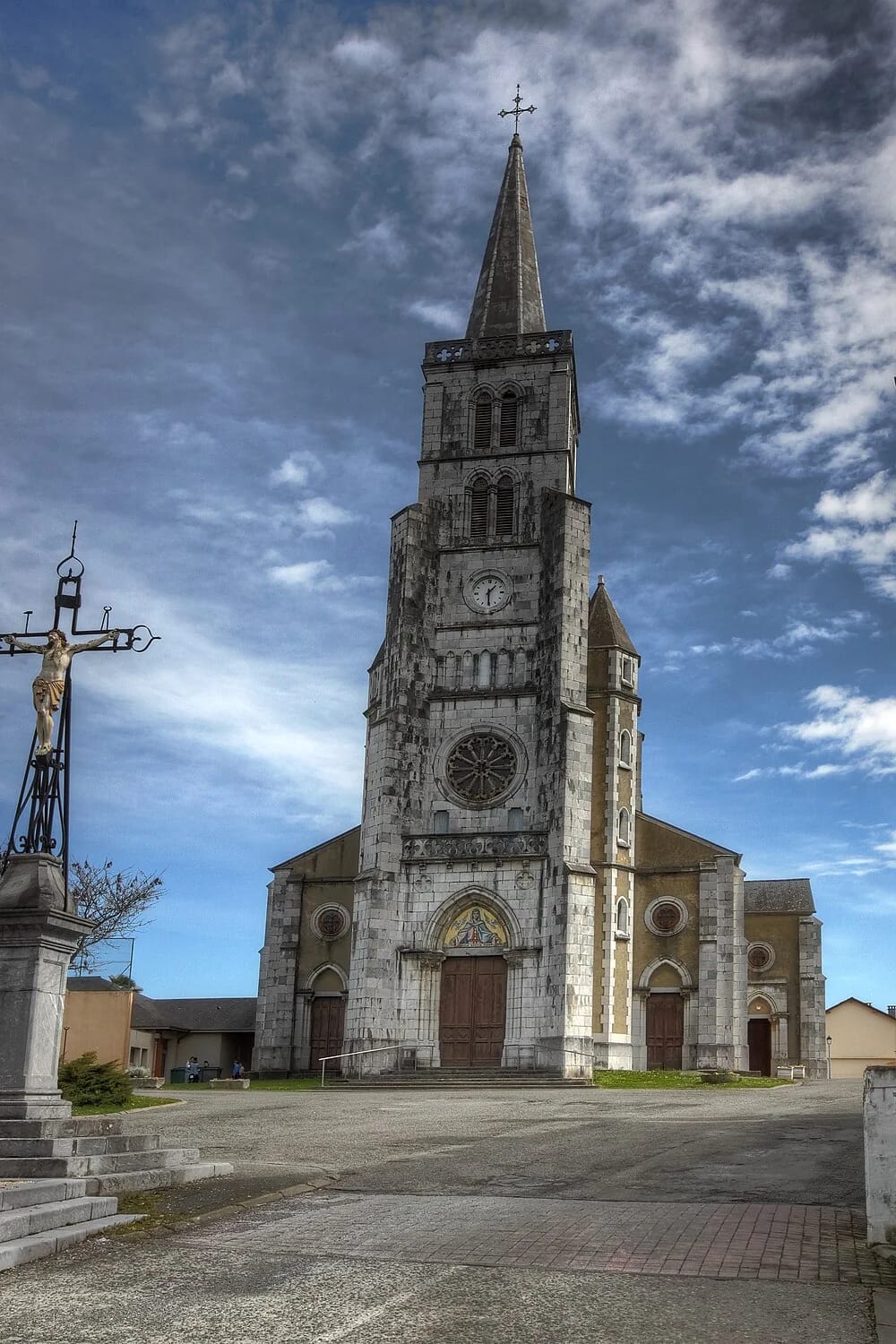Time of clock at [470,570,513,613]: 1:30
